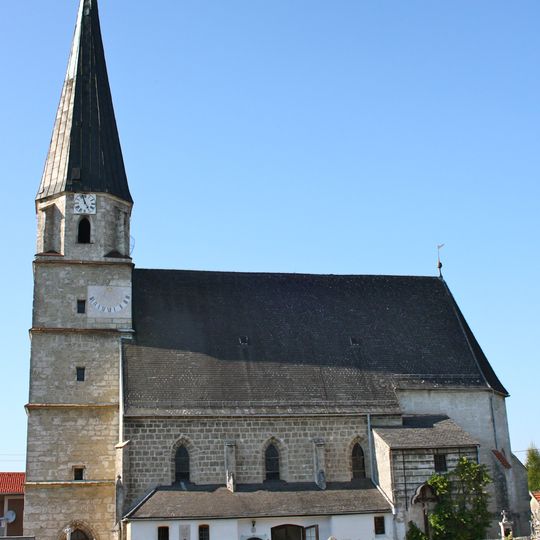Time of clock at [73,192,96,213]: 4:57
